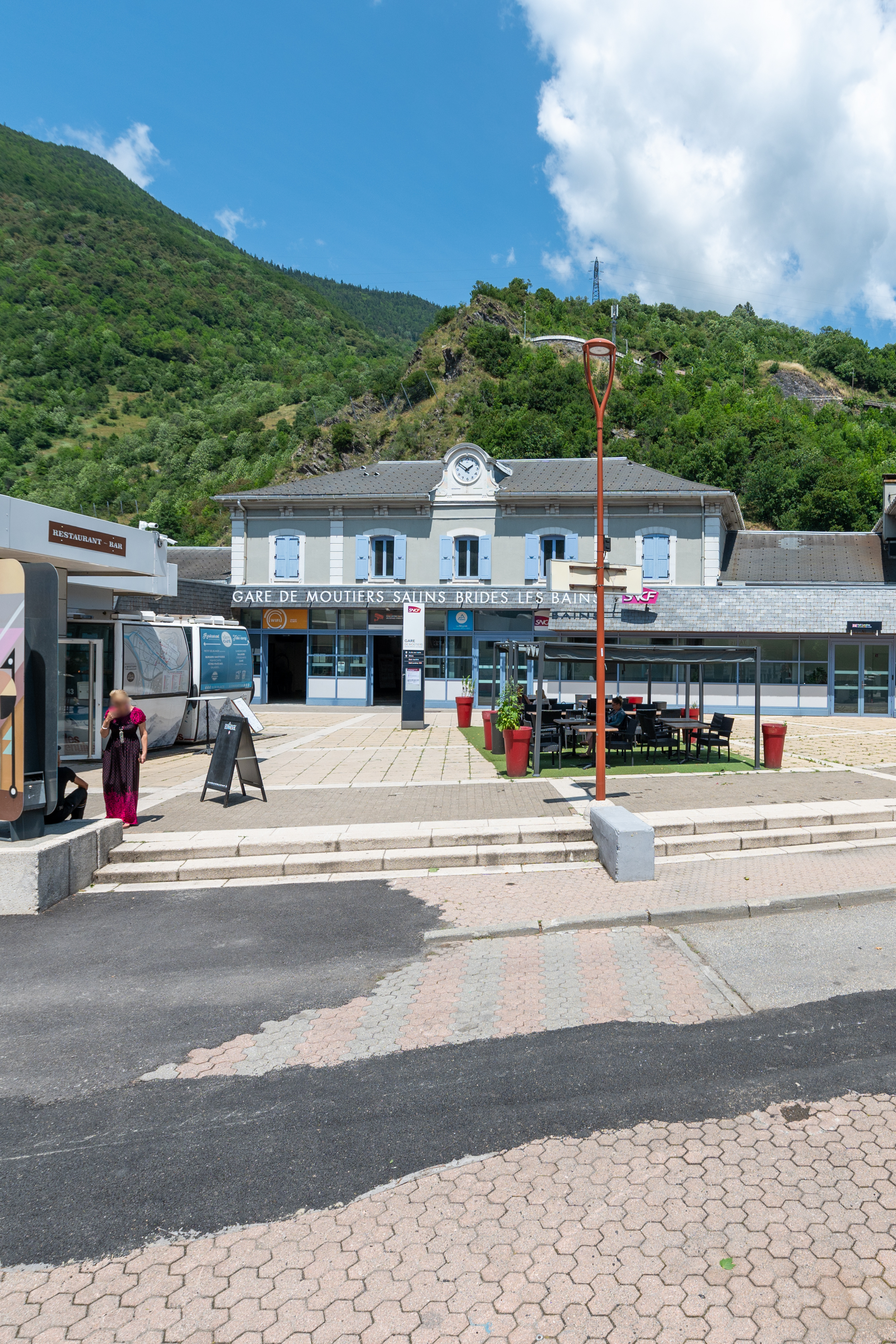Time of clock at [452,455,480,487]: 1:51
